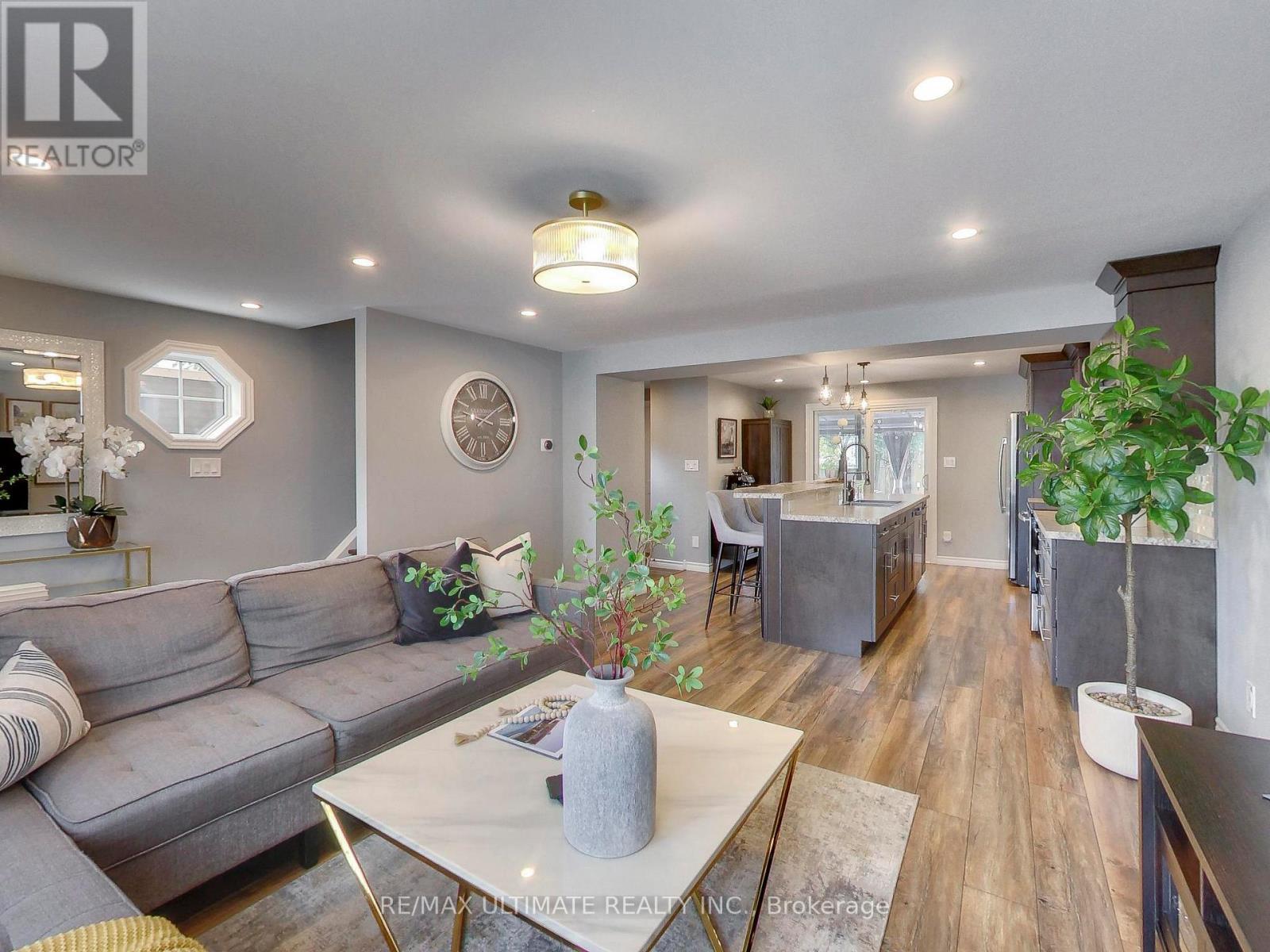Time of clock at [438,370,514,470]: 9:09
